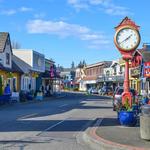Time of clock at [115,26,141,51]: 1:39
